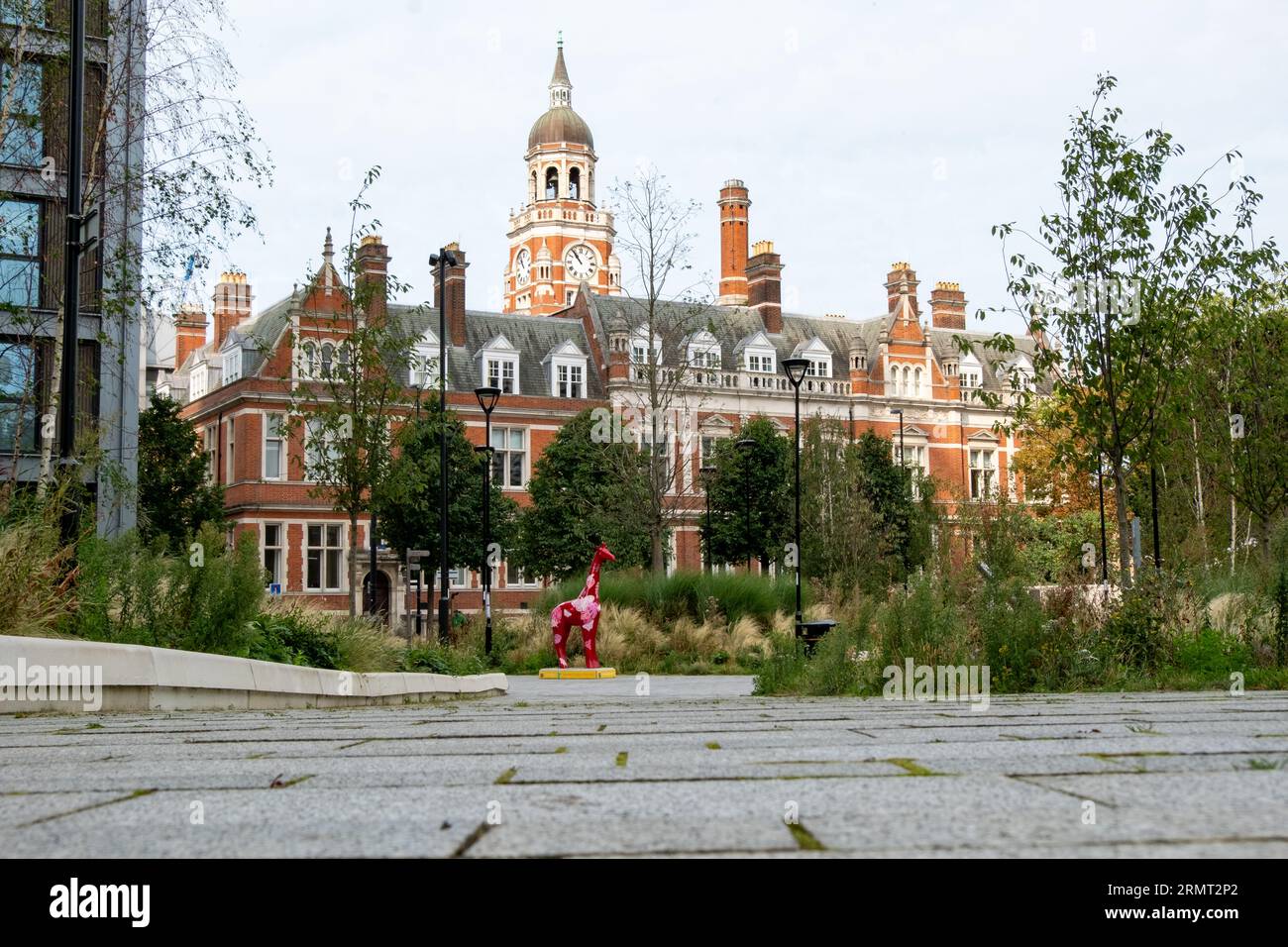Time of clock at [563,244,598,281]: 10:53
